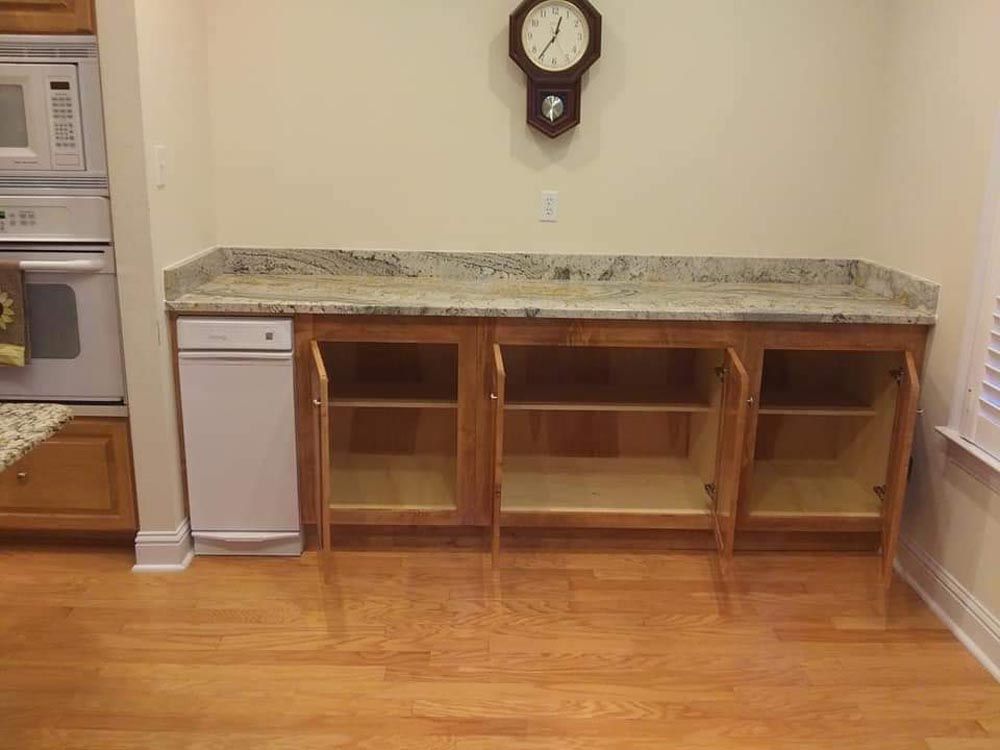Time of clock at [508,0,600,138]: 12:35
